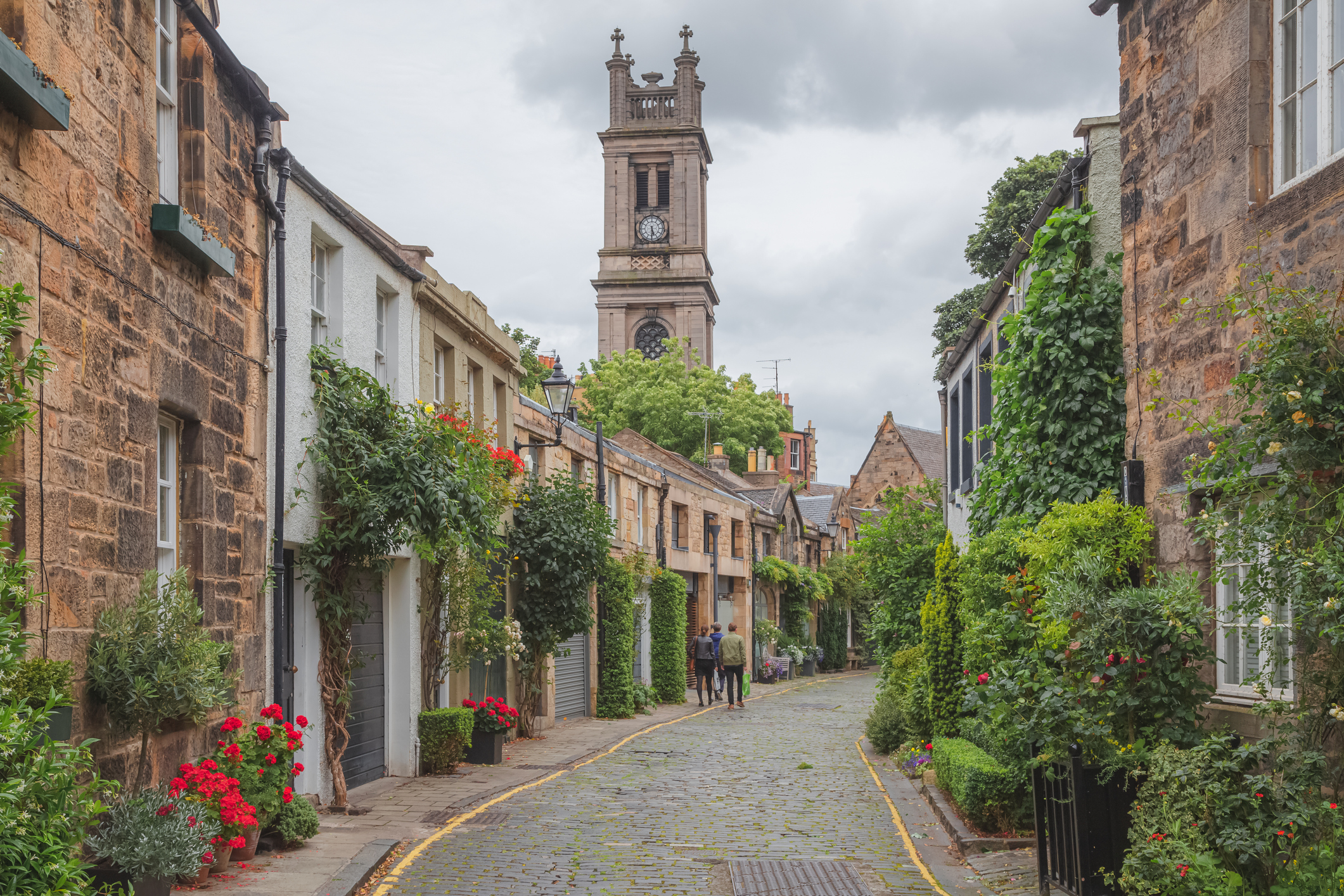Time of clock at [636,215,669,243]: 5:30
